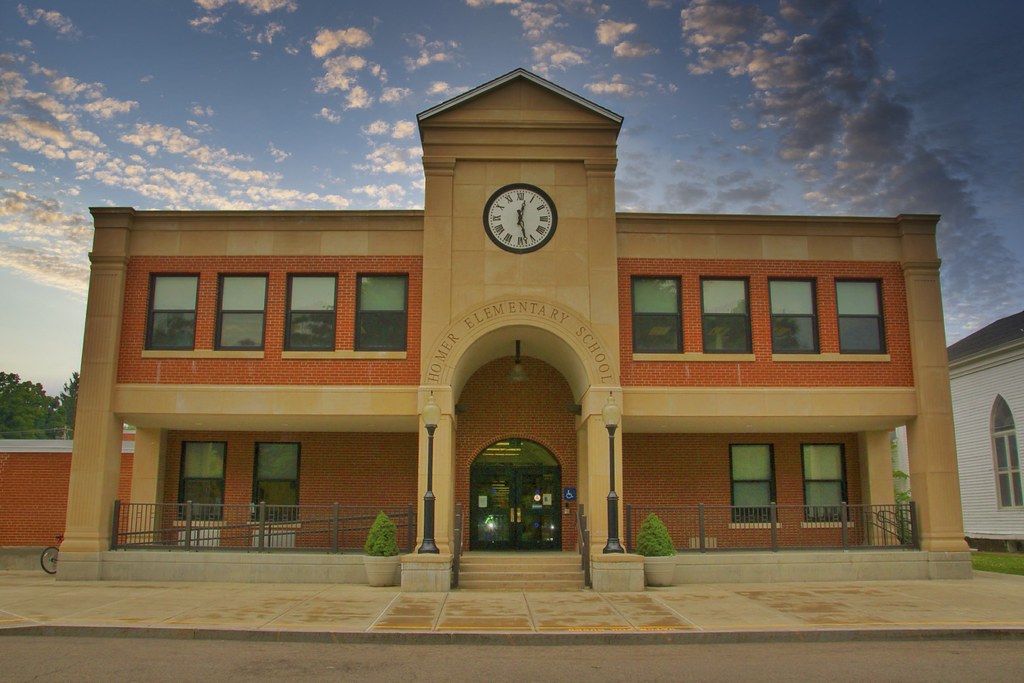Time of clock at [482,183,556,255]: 12:27
